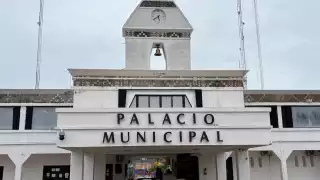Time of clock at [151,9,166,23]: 5:38
